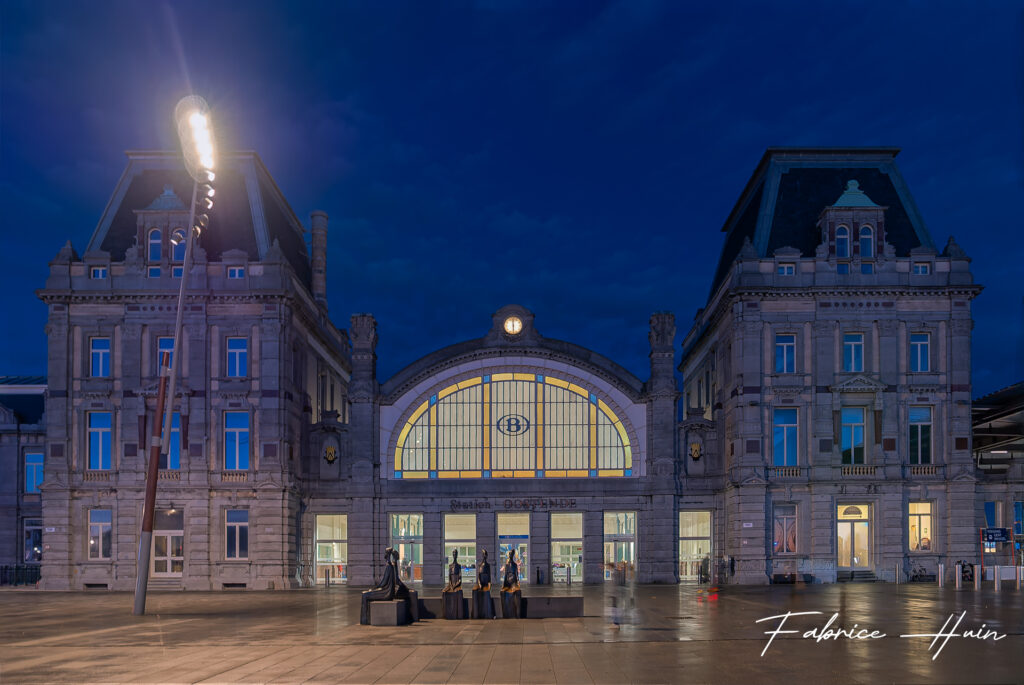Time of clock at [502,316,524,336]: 5:59
